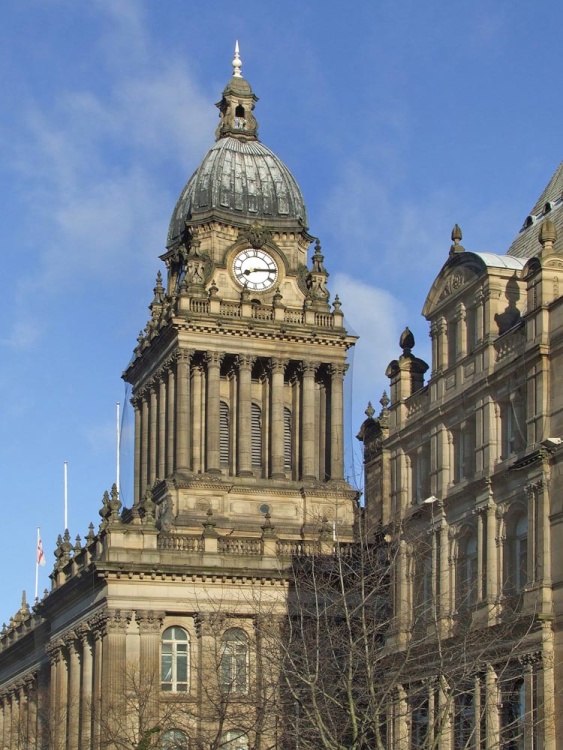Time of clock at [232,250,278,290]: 8:14
